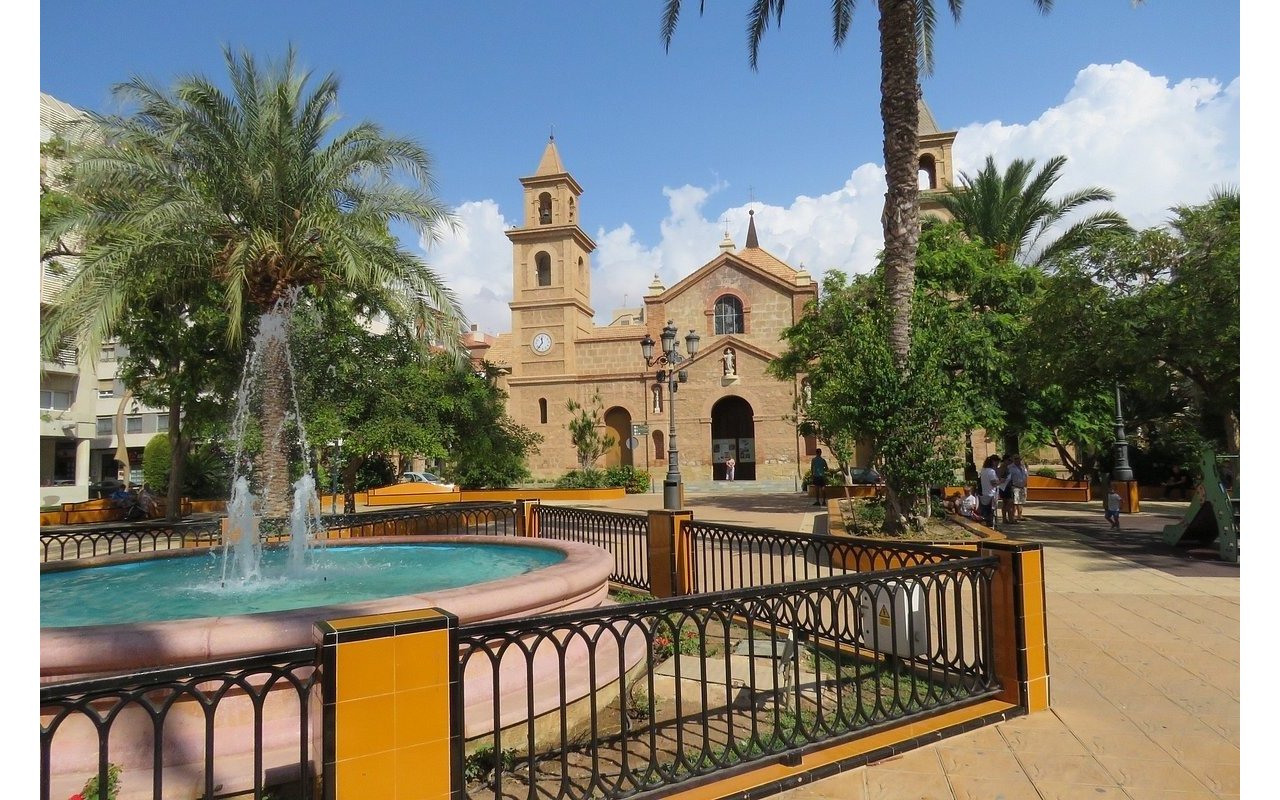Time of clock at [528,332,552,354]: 11:36
